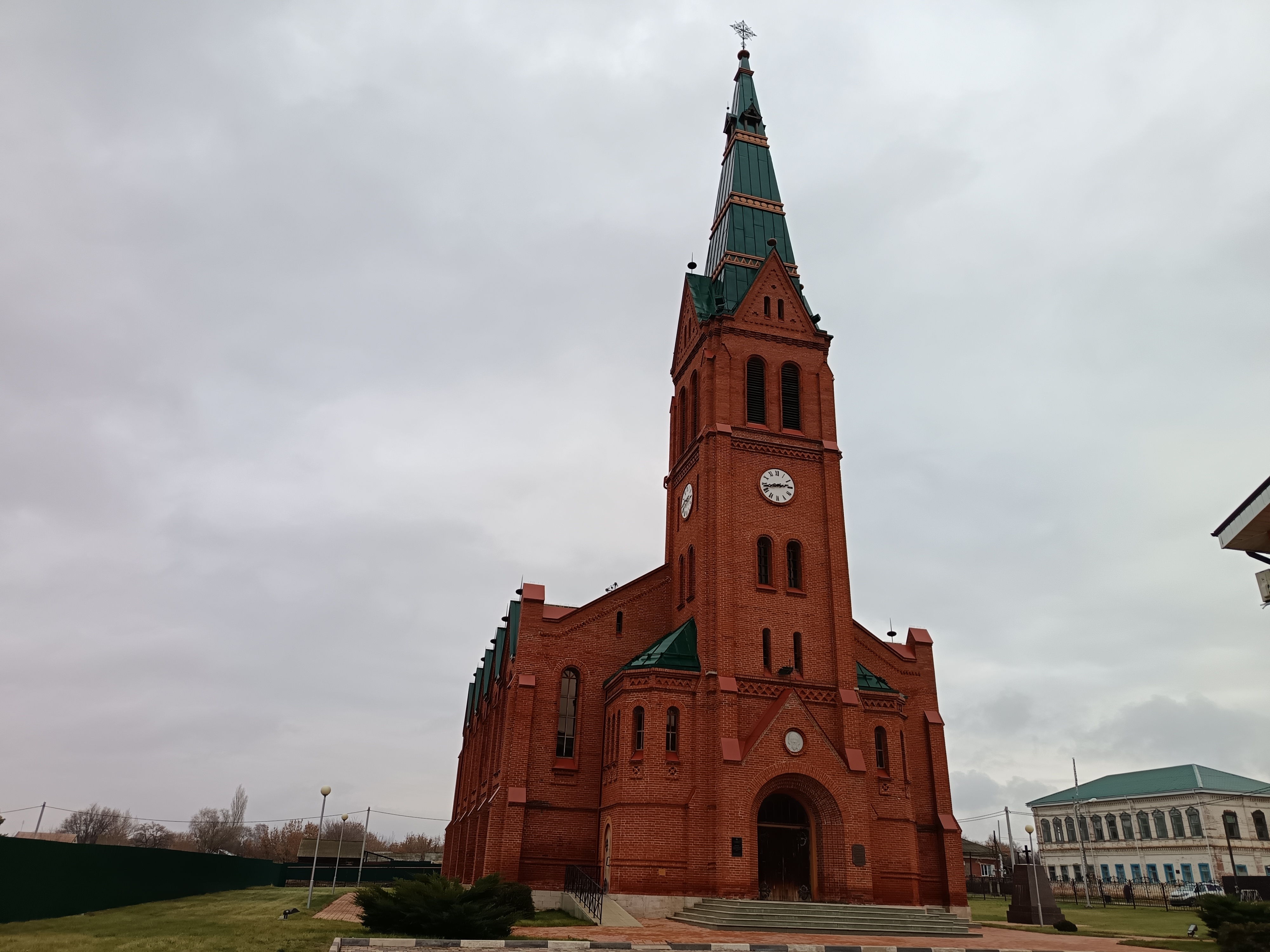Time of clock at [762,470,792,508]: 2:42
